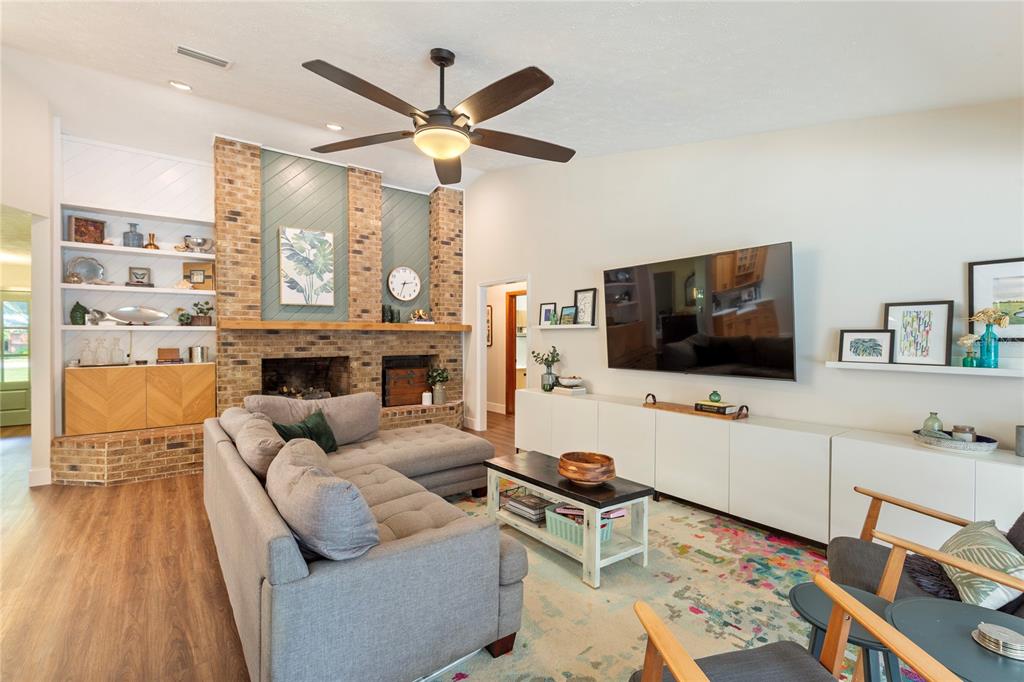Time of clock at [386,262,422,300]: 2:33
